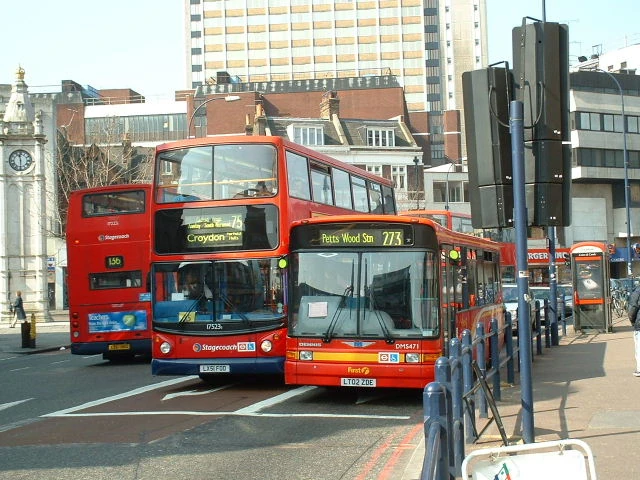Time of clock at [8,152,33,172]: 11:29
